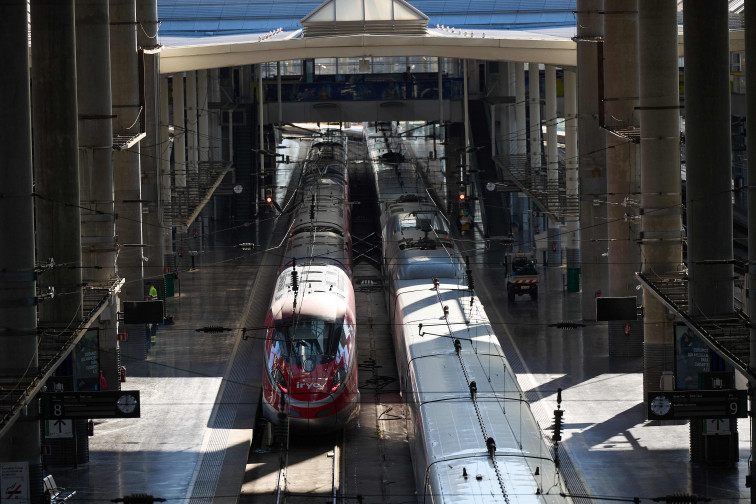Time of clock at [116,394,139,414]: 12:14
